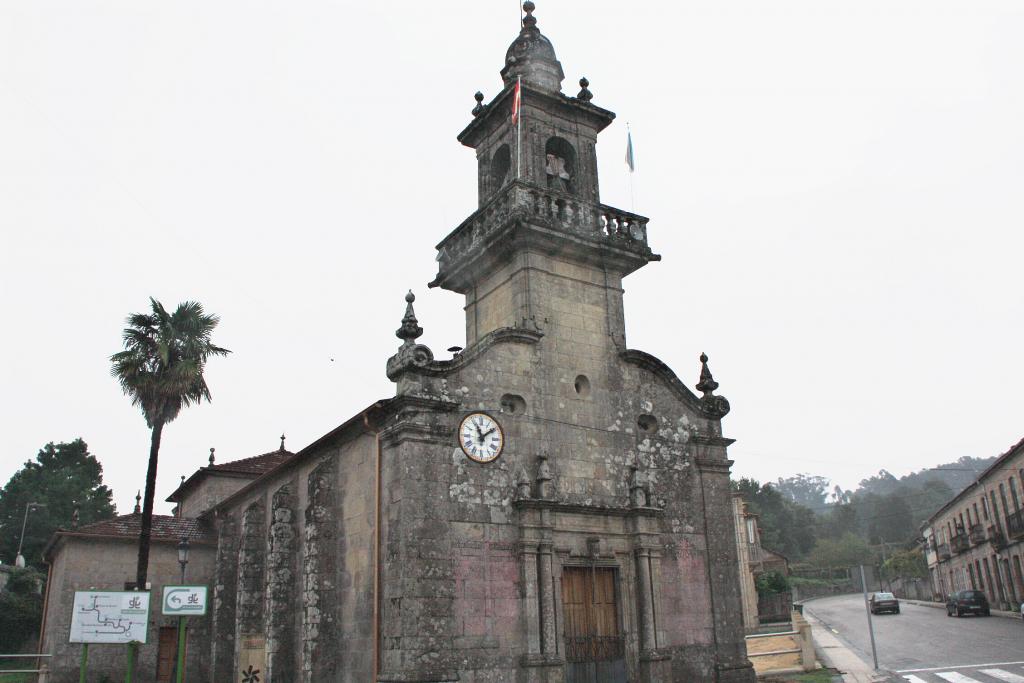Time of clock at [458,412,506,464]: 11:08
